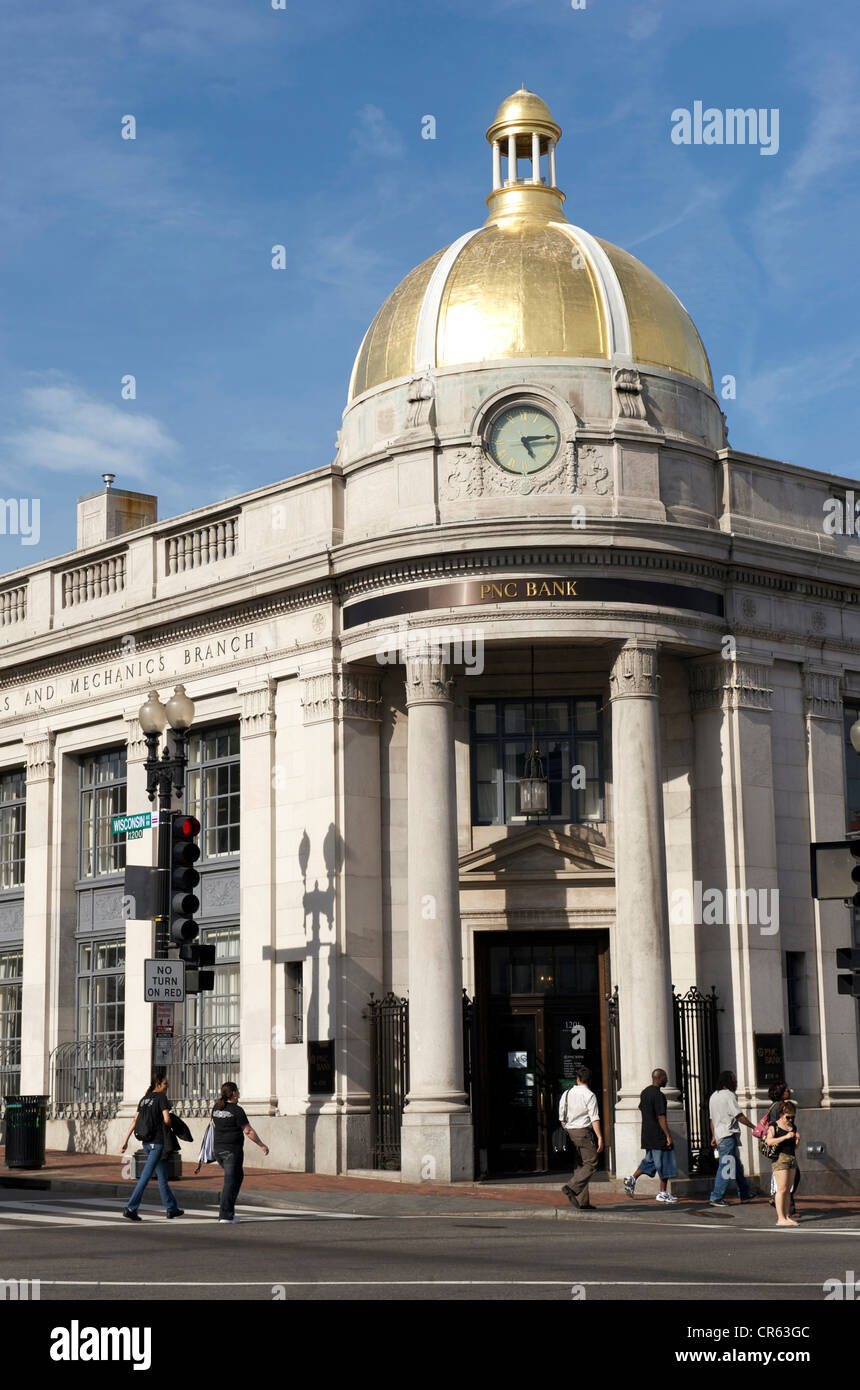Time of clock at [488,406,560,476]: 5:14
